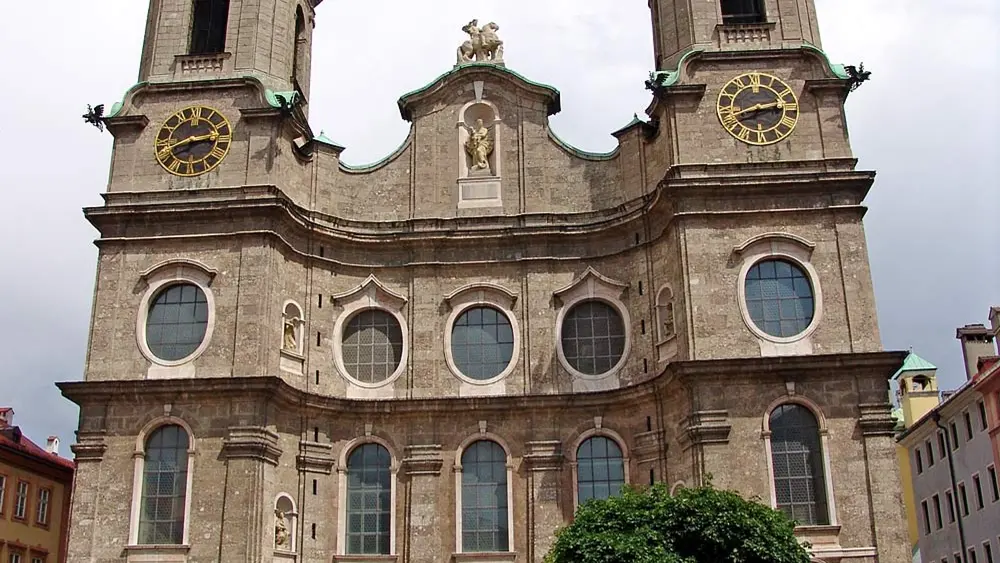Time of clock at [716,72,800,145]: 2:42
